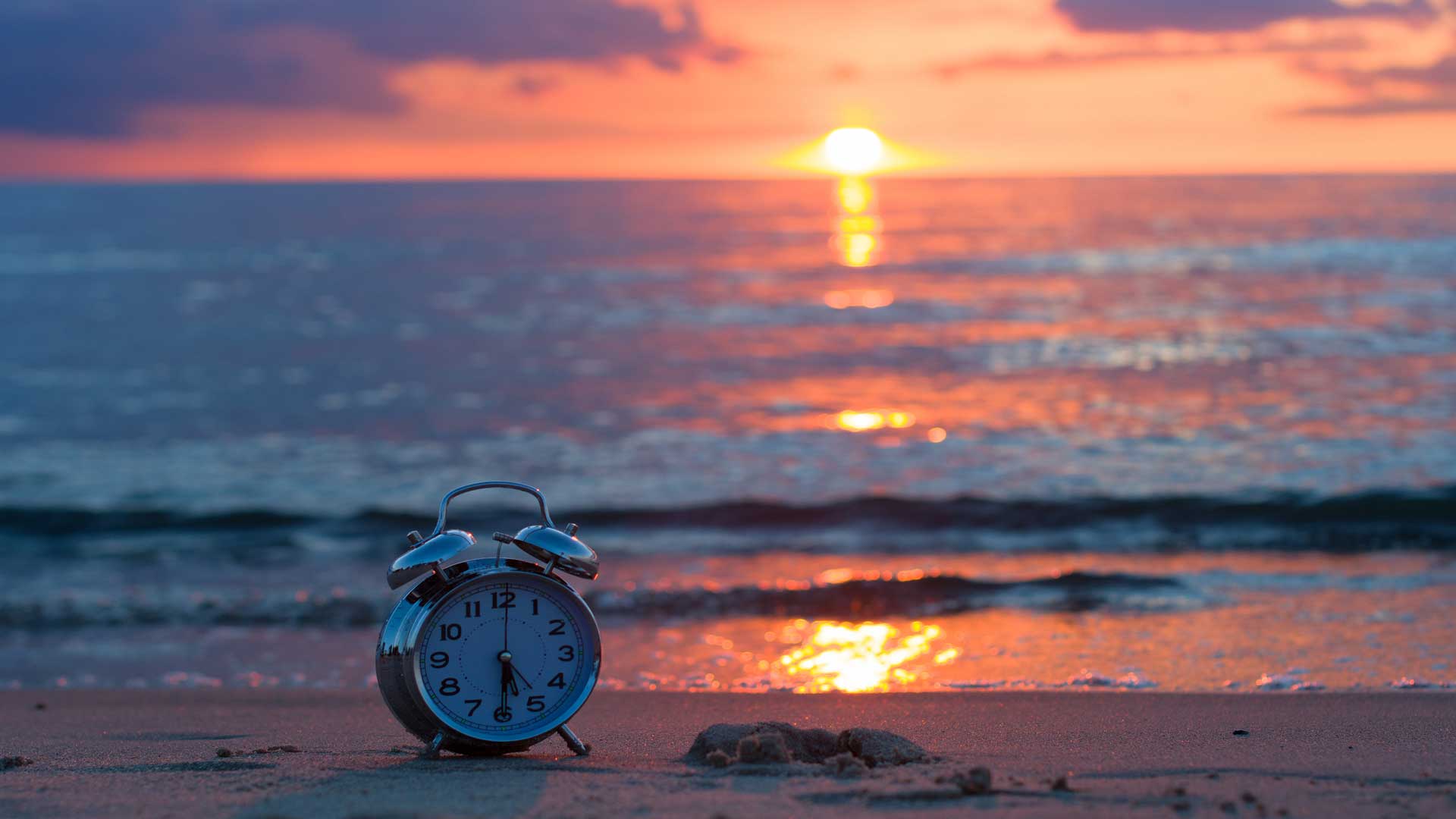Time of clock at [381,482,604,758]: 5:30
